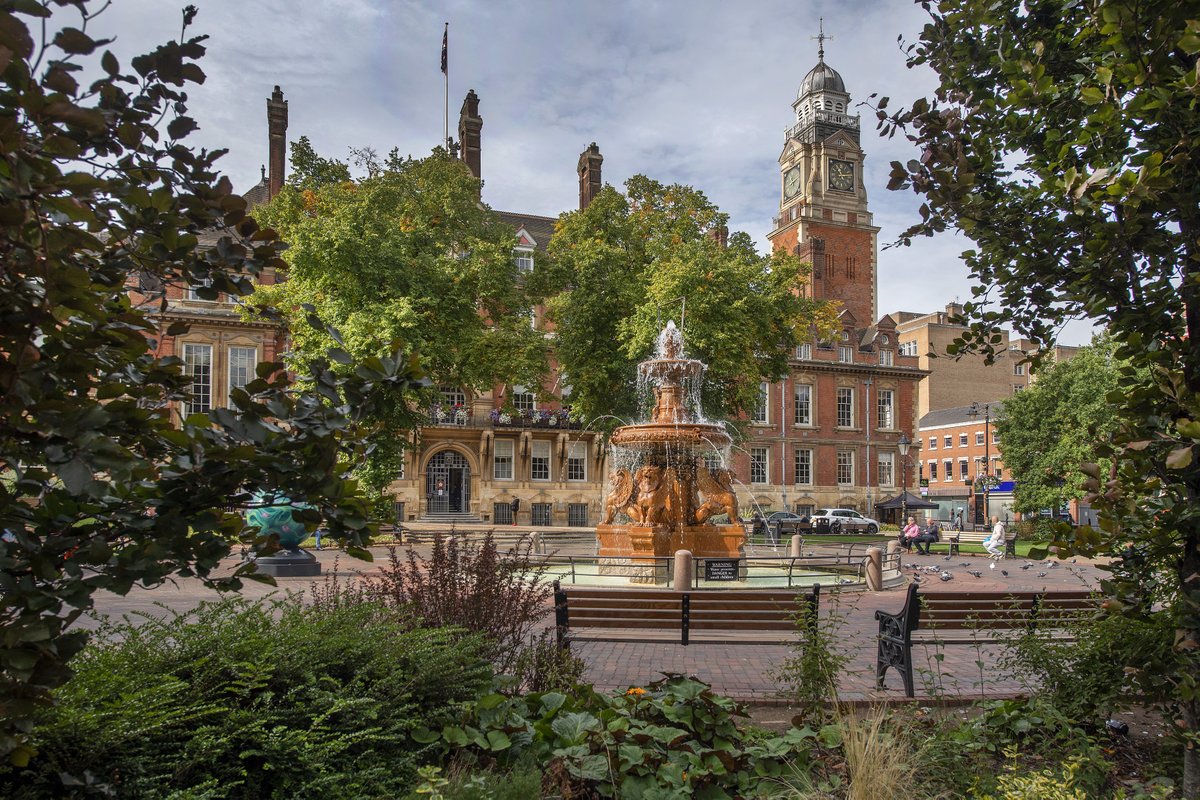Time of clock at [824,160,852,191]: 11:13
